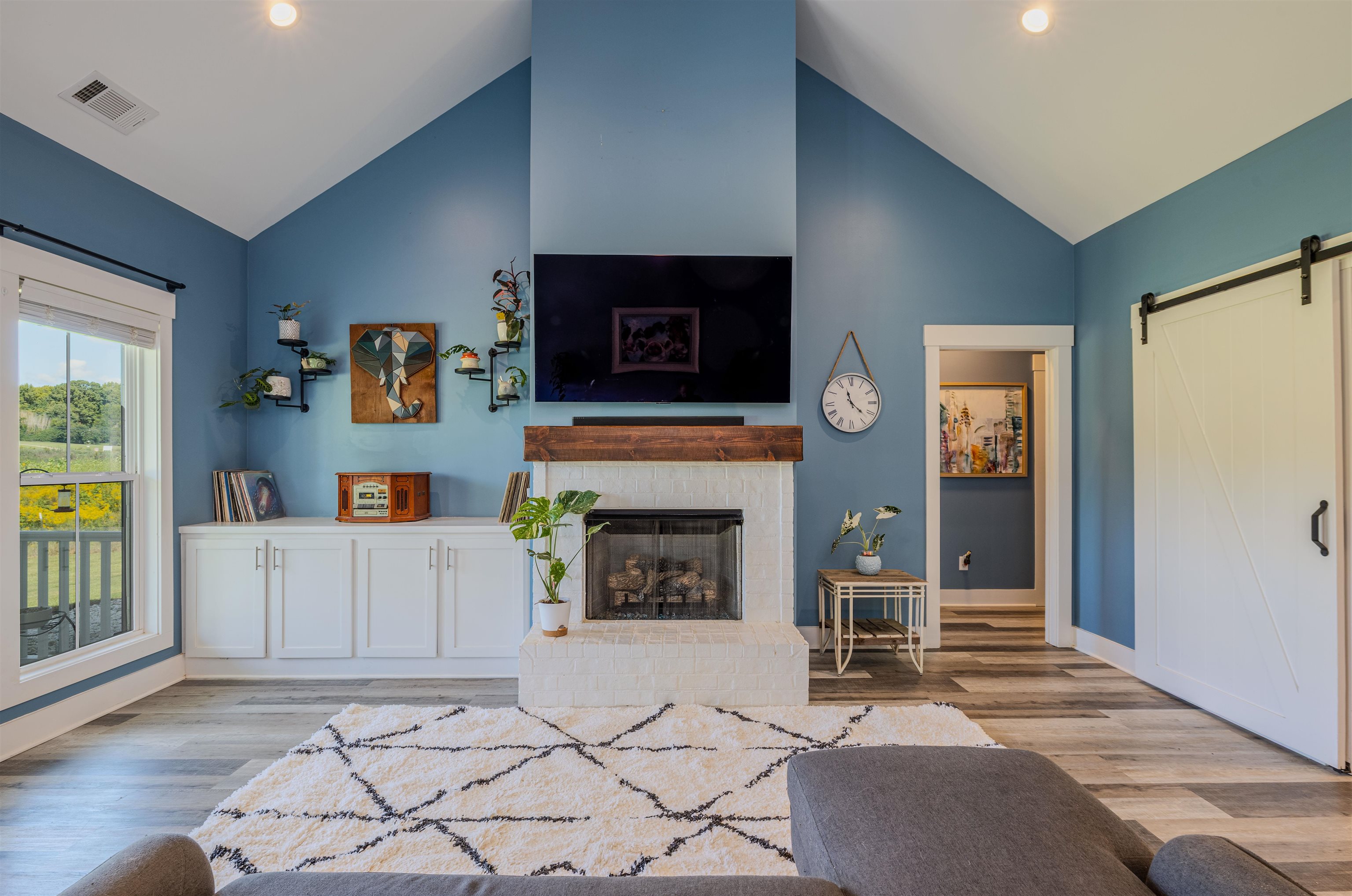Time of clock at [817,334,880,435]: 11:21
